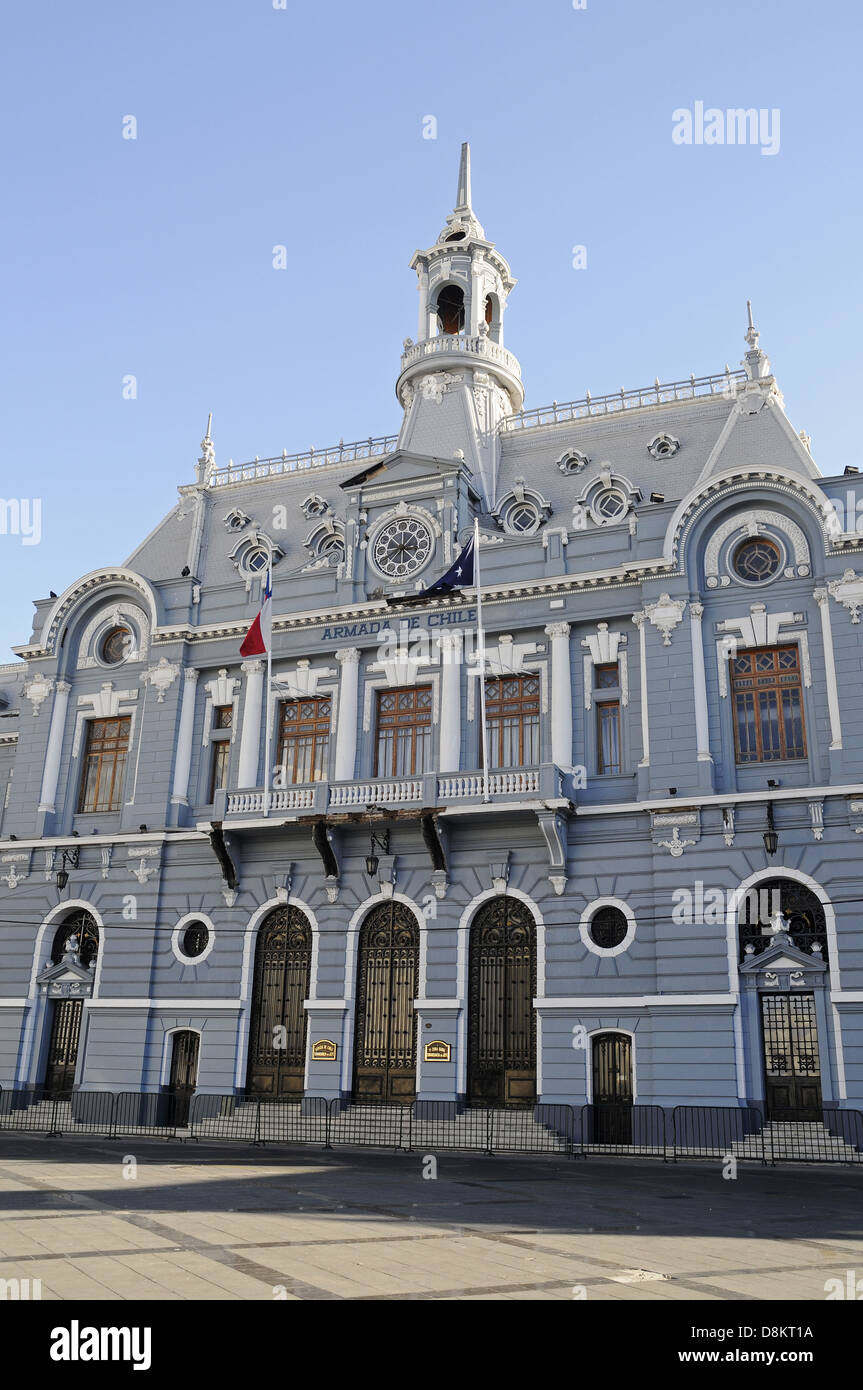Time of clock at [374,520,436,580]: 2:40
